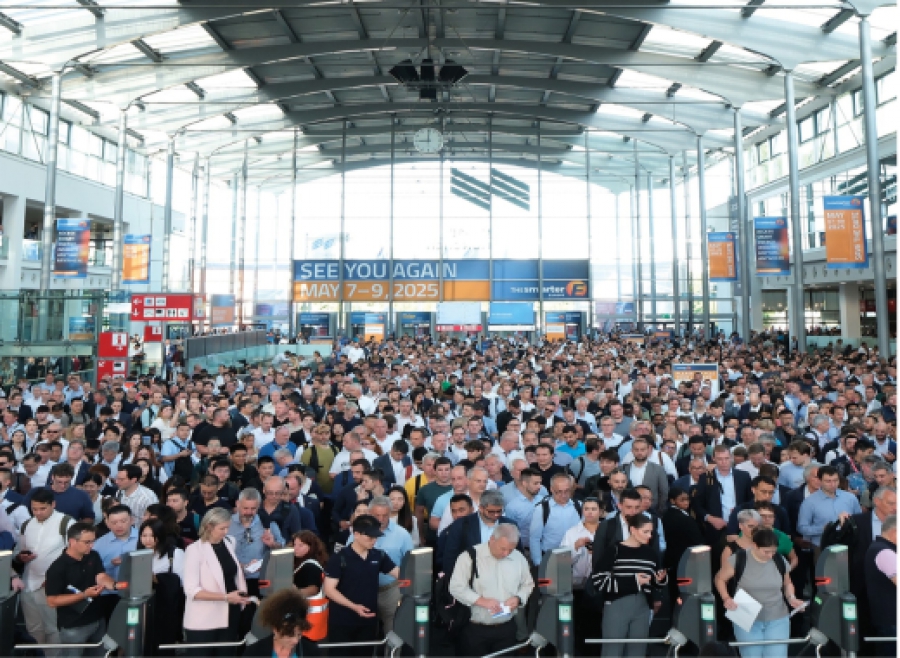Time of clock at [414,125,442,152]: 9:00
